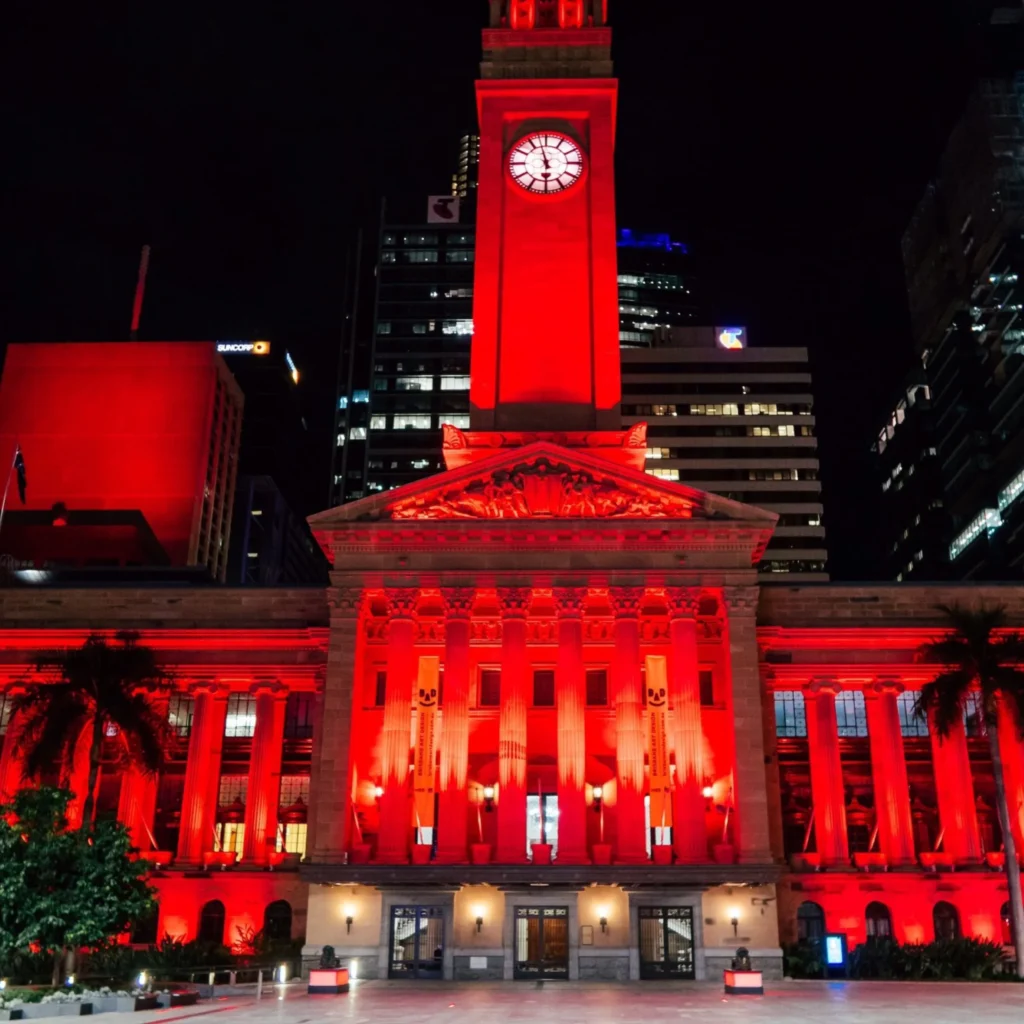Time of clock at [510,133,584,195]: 5:57
